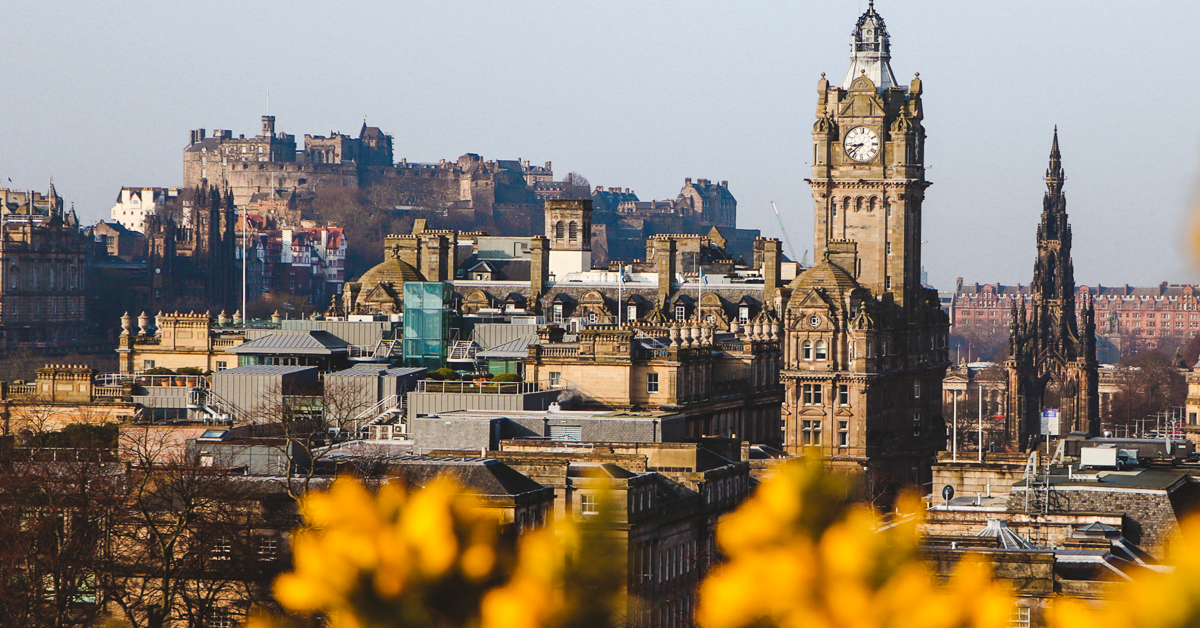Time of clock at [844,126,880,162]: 8:38
